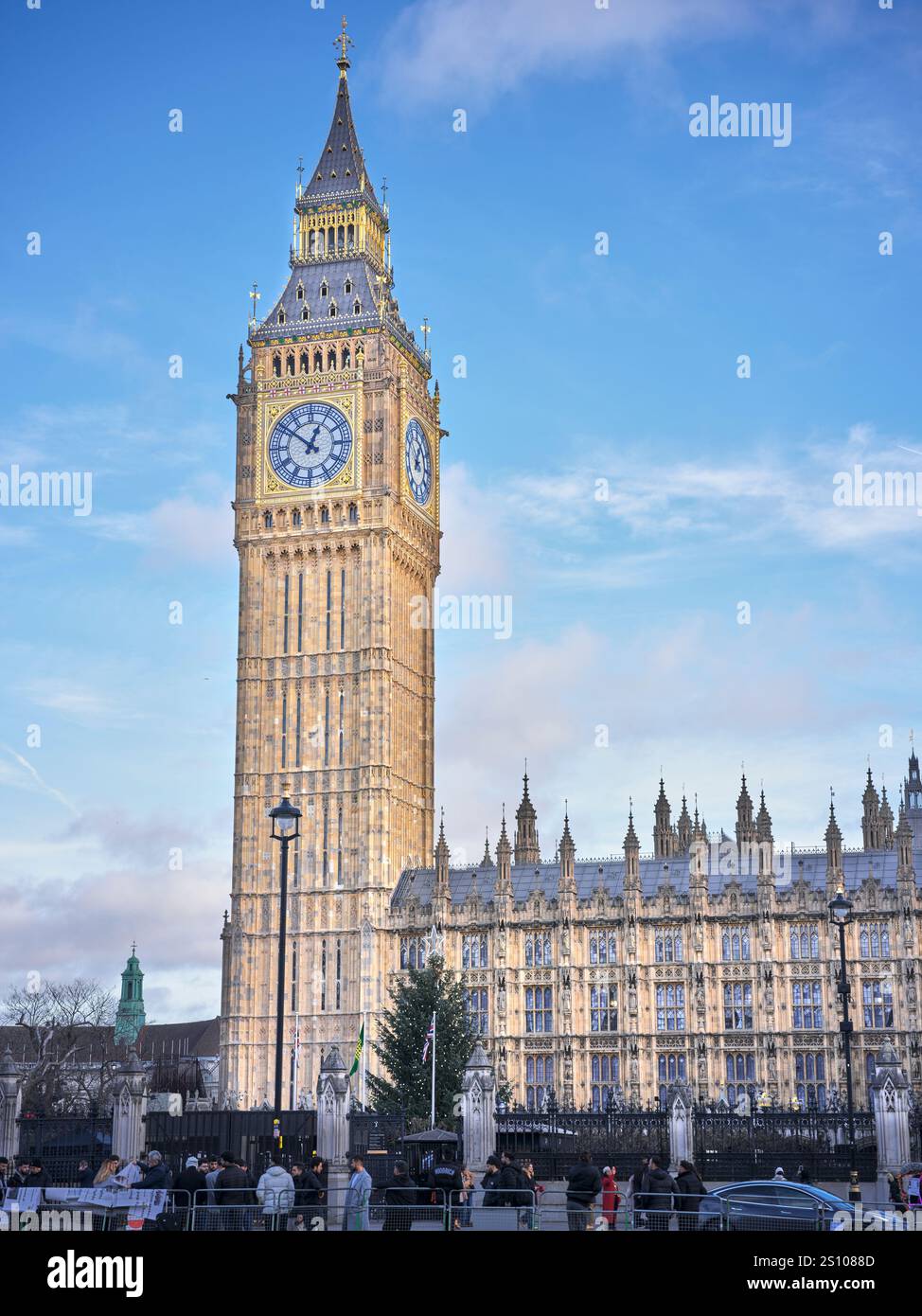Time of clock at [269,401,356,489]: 12:51
